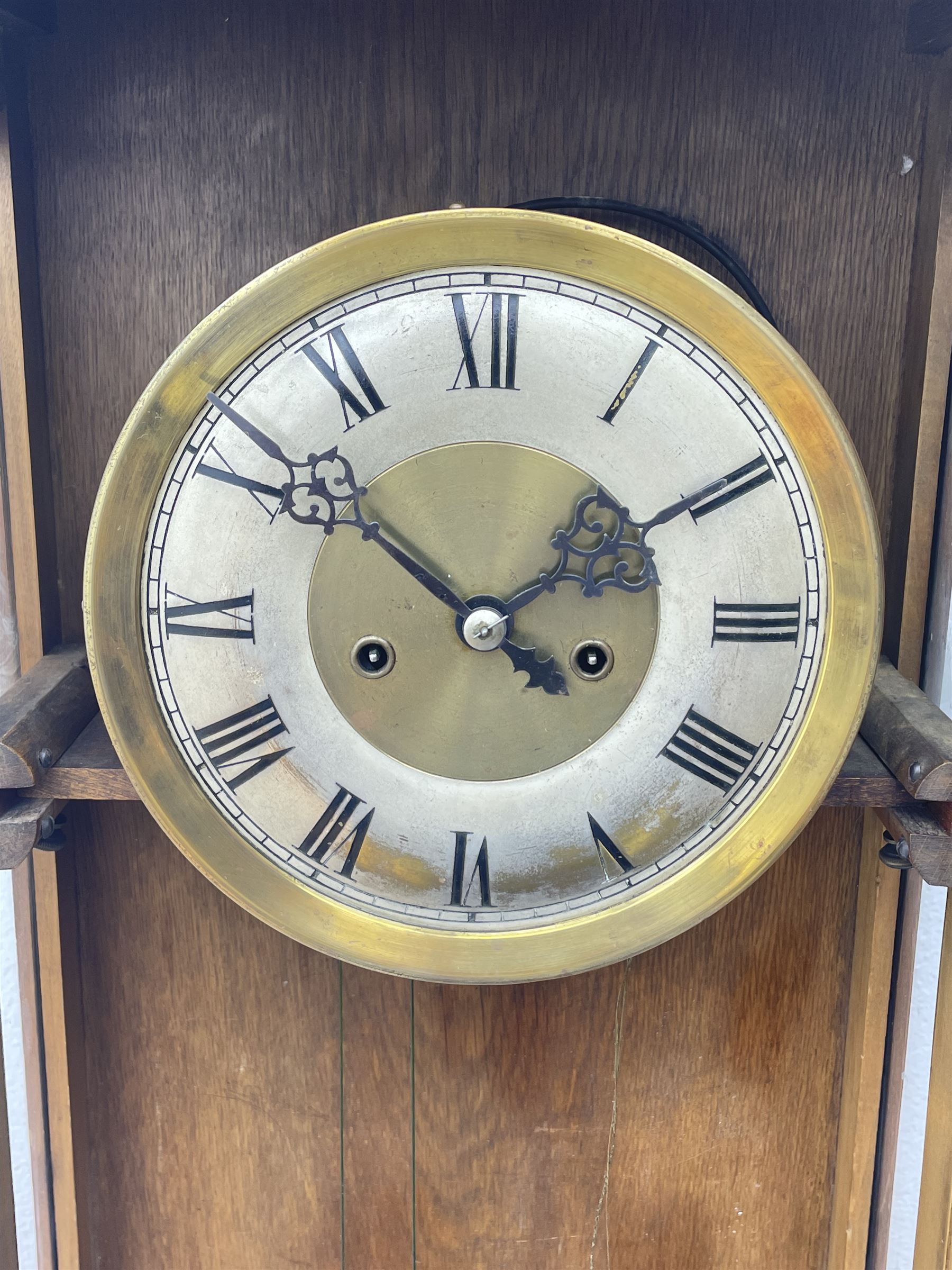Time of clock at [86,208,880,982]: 1:51
